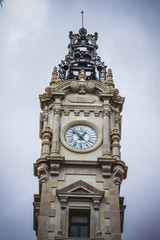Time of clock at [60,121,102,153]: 12:52
